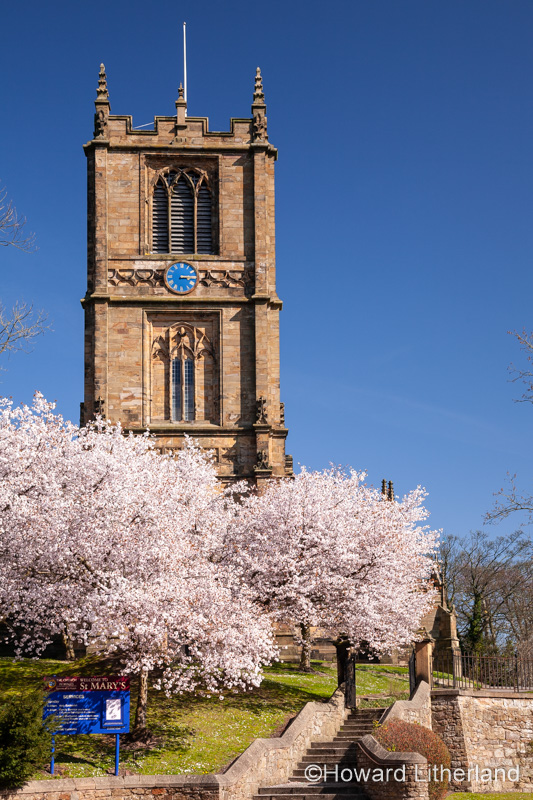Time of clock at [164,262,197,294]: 3:14
